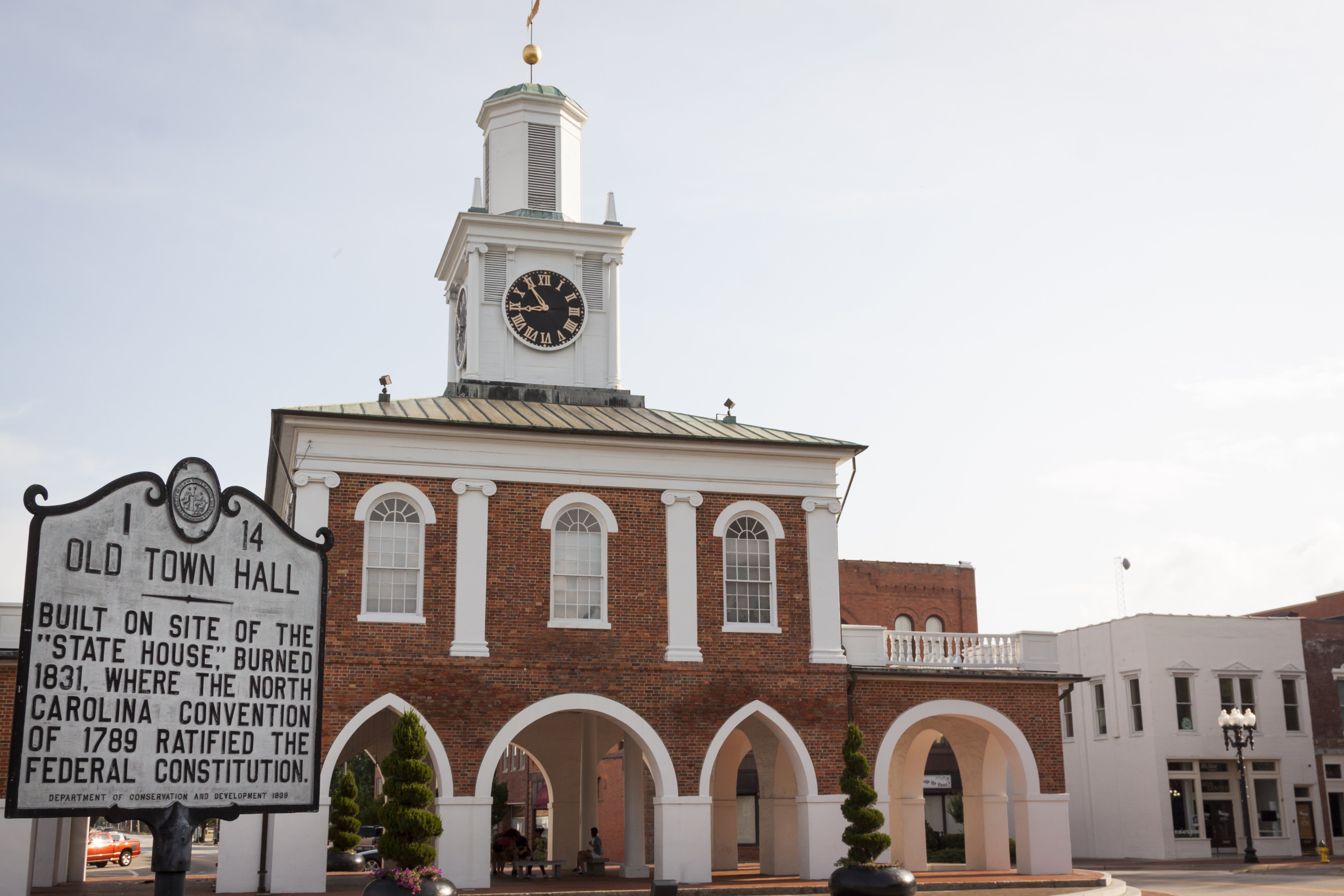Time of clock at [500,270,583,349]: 8:54
